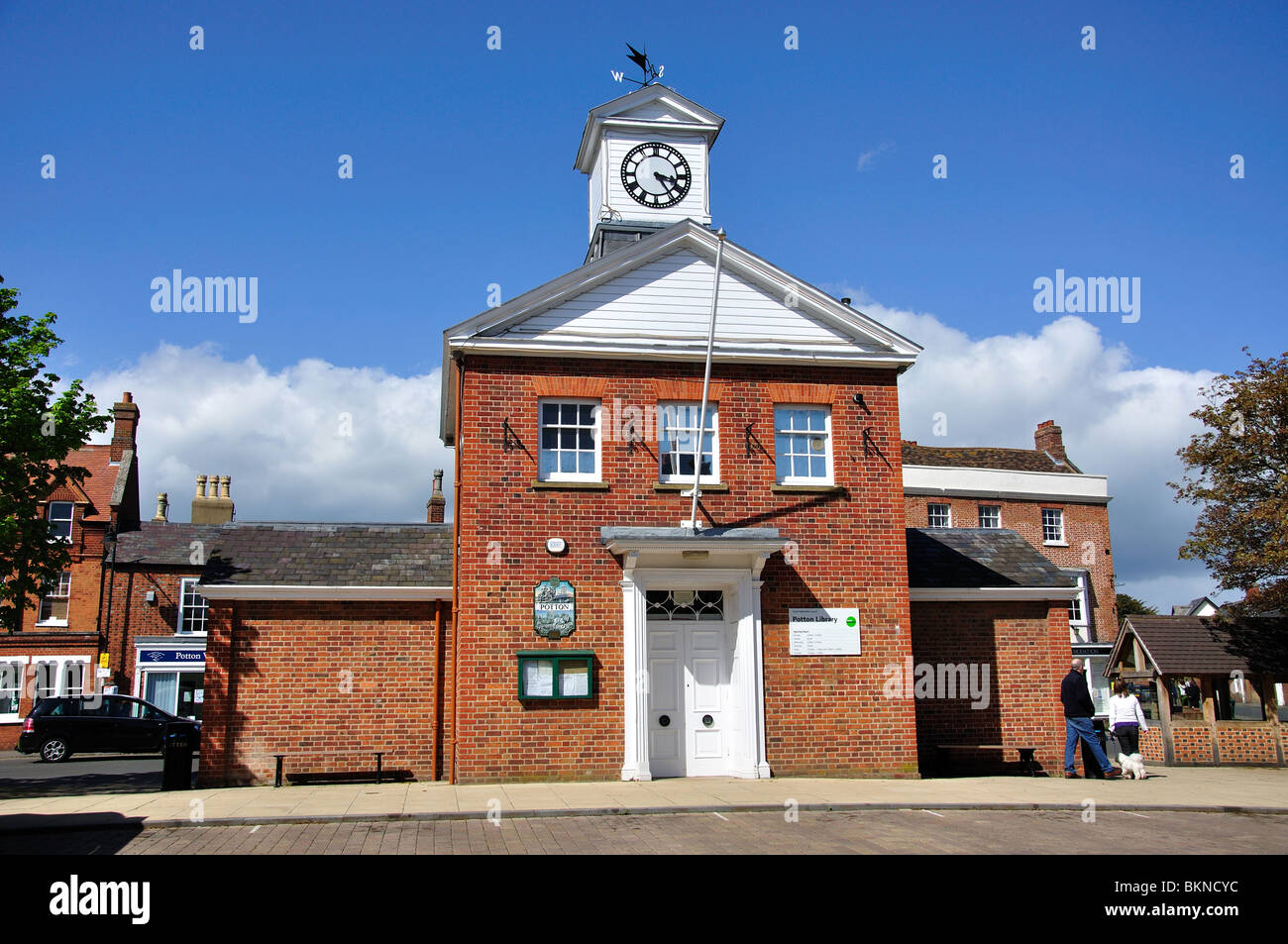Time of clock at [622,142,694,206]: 3:24
